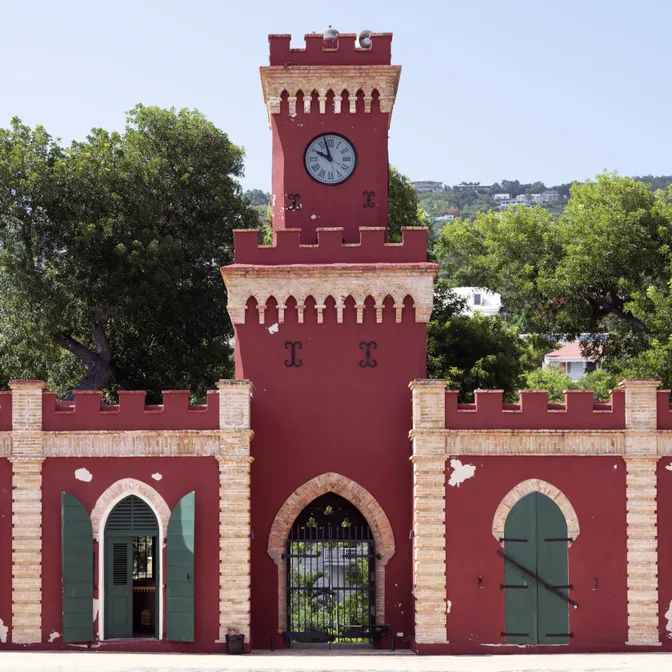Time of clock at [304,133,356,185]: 9:57
